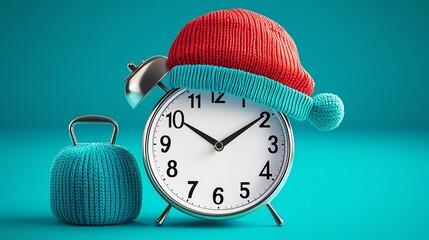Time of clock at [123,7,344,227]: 10:09
